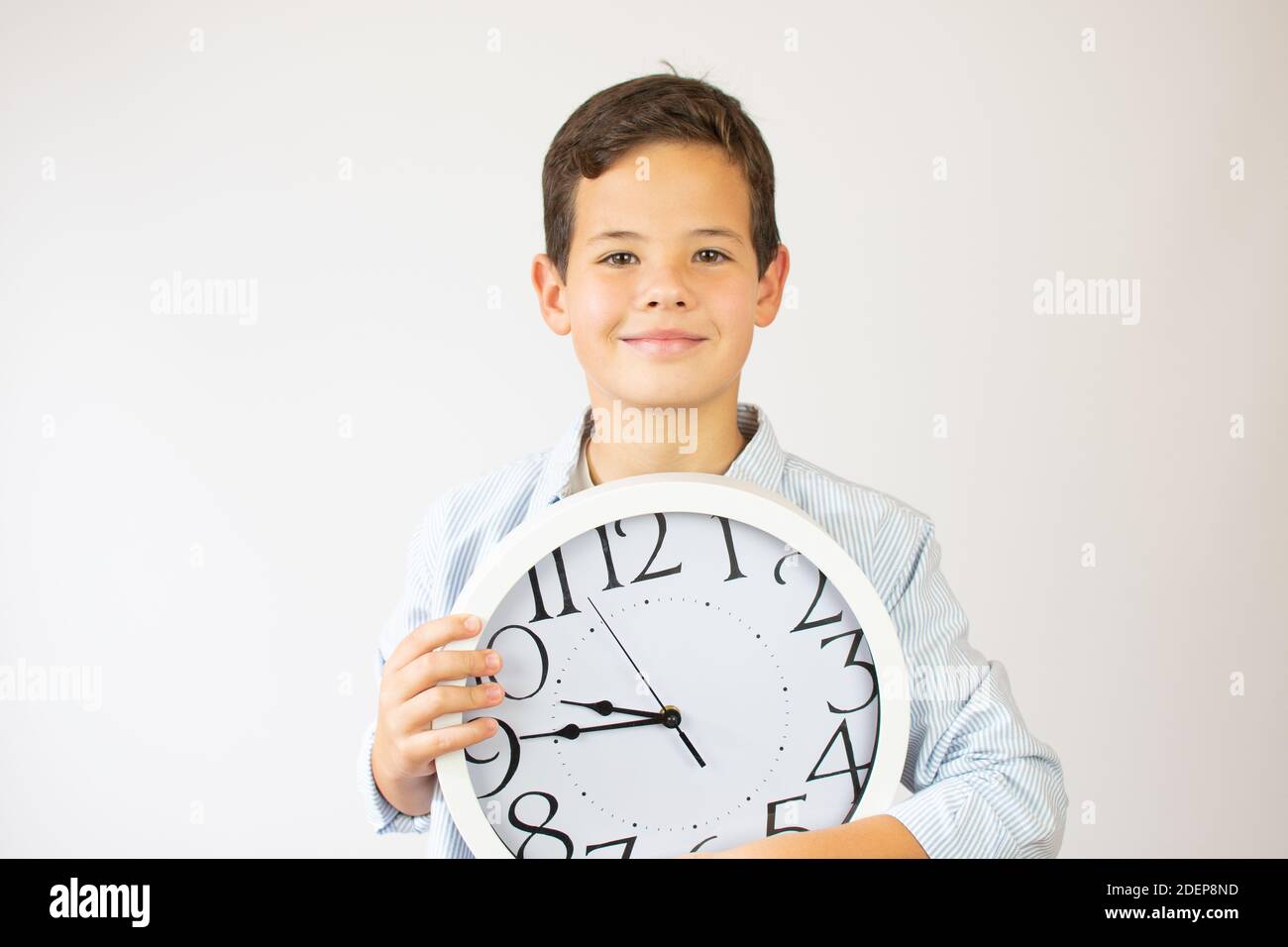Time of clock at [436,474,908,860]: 9:45
